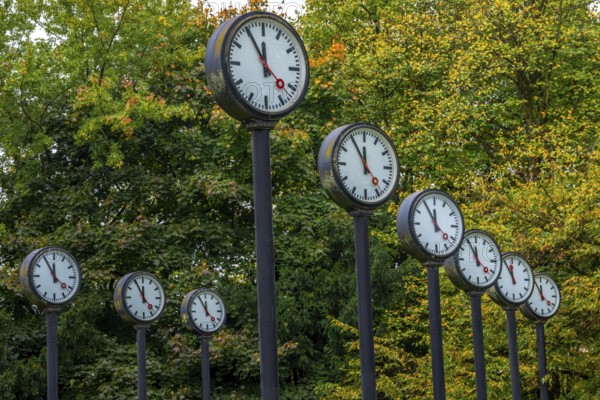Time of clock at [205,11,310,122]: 11:55
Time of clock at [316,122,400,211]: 11:54
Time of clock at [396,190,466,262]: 11:55
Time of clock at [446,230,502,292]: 11:55
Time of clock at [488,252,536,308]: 11:55
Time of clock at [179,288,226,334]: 11:55
